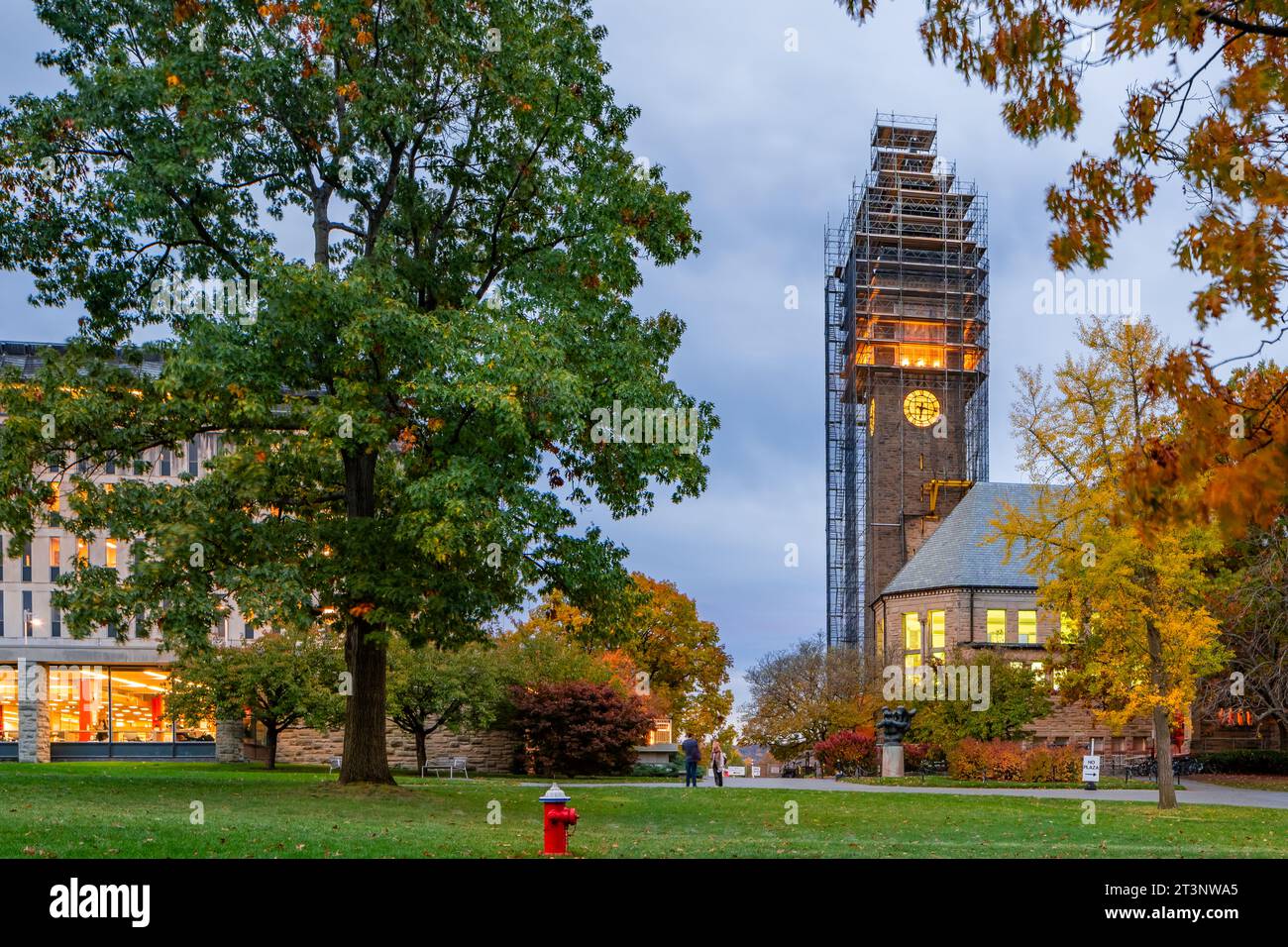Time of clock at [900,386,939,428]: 6:16
